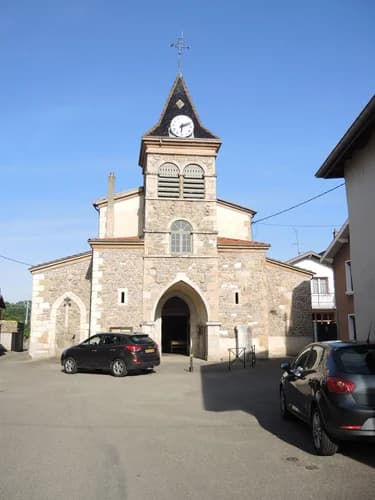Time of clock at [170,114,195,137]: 6:11
